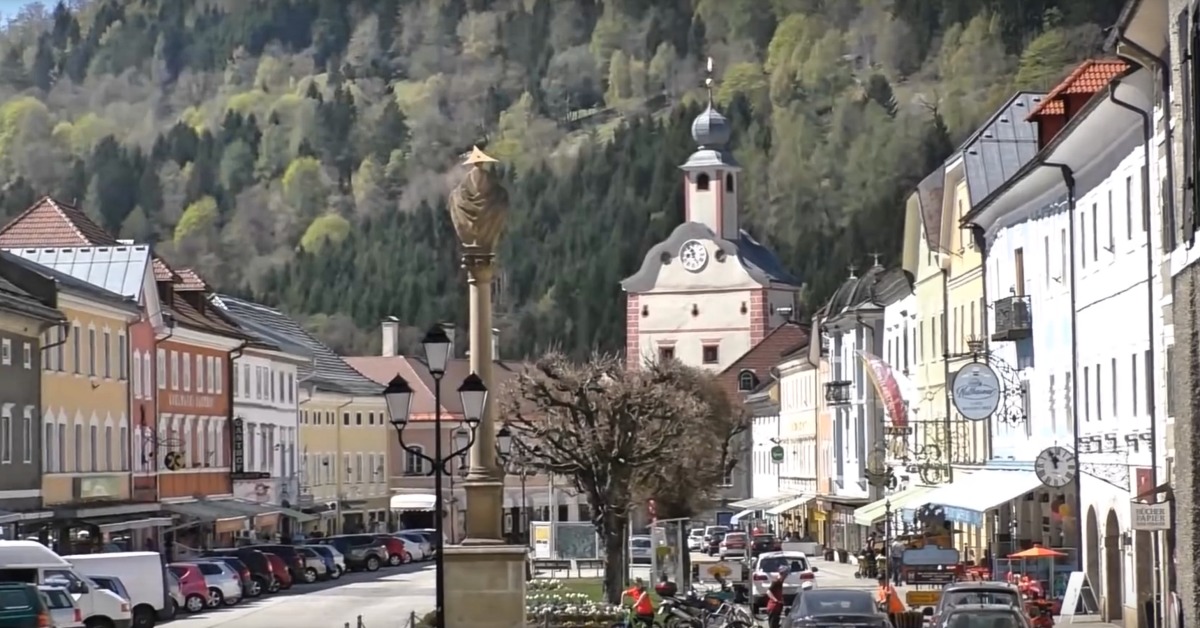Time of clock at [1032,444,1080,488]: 11:55
